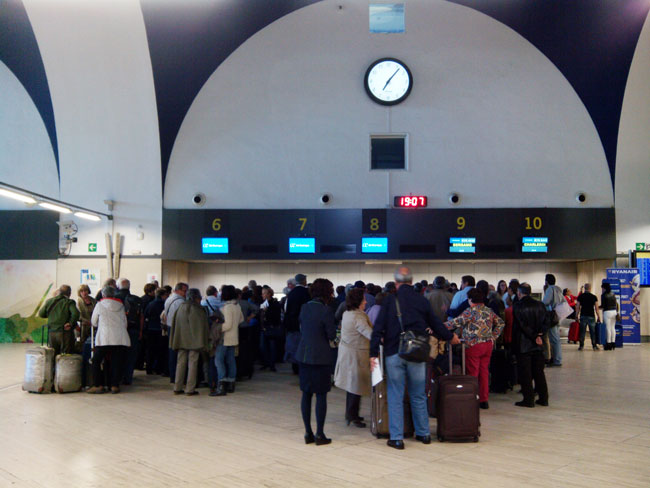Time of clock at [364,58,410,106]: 7:06
